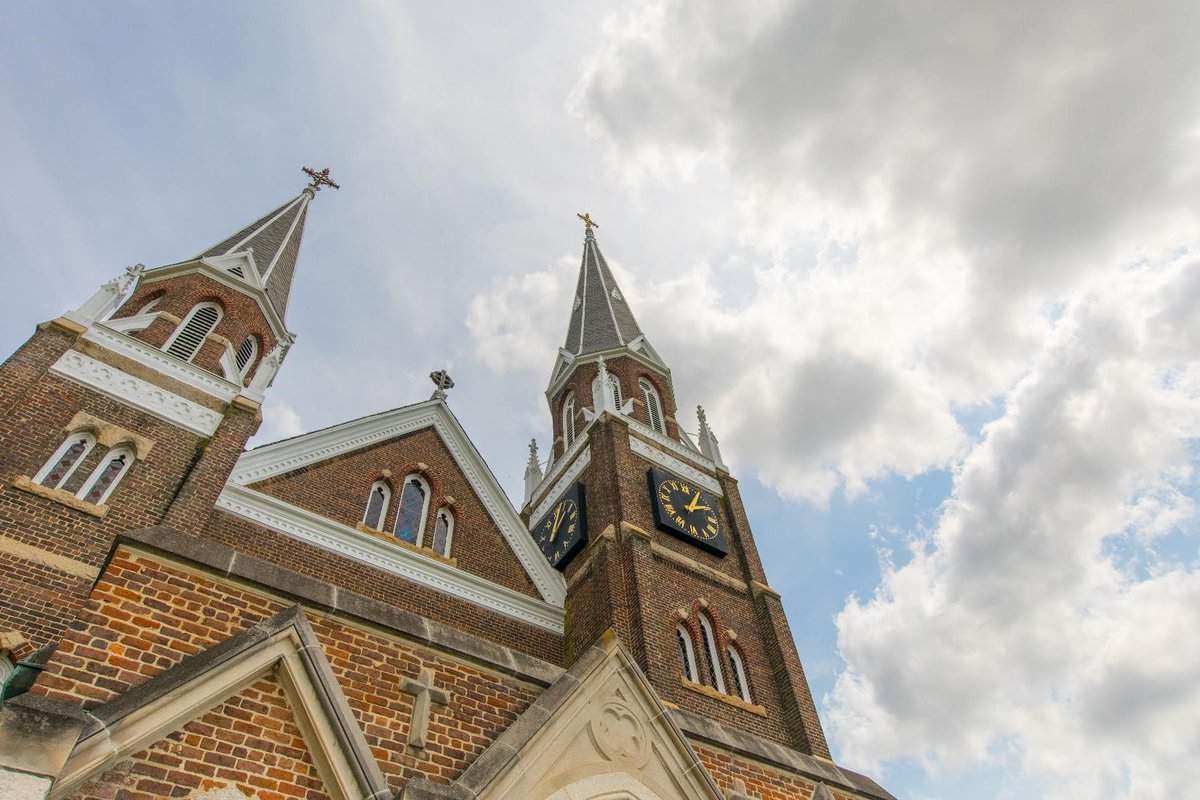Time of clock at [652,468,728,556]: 2:04
